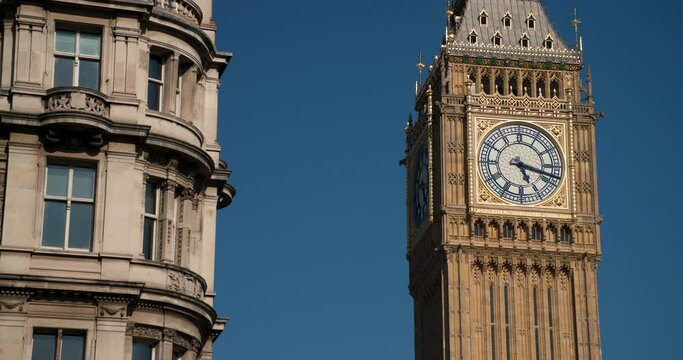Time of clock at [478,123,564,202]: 5:17
